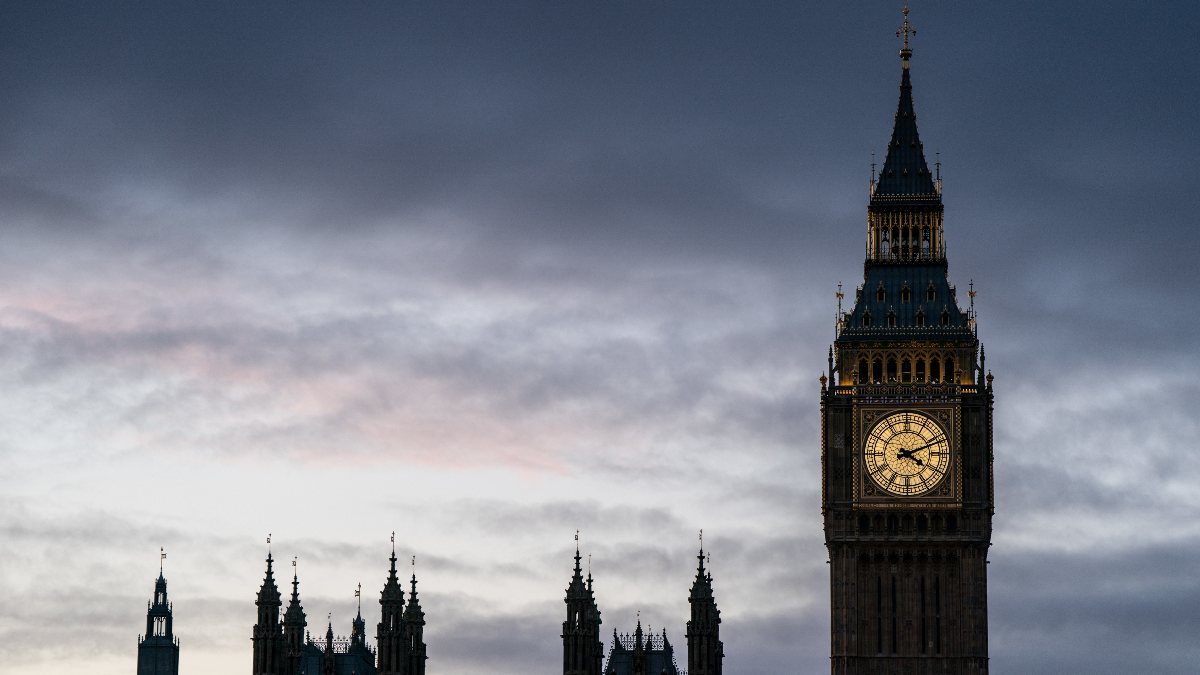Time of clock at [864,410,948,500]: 4:11
